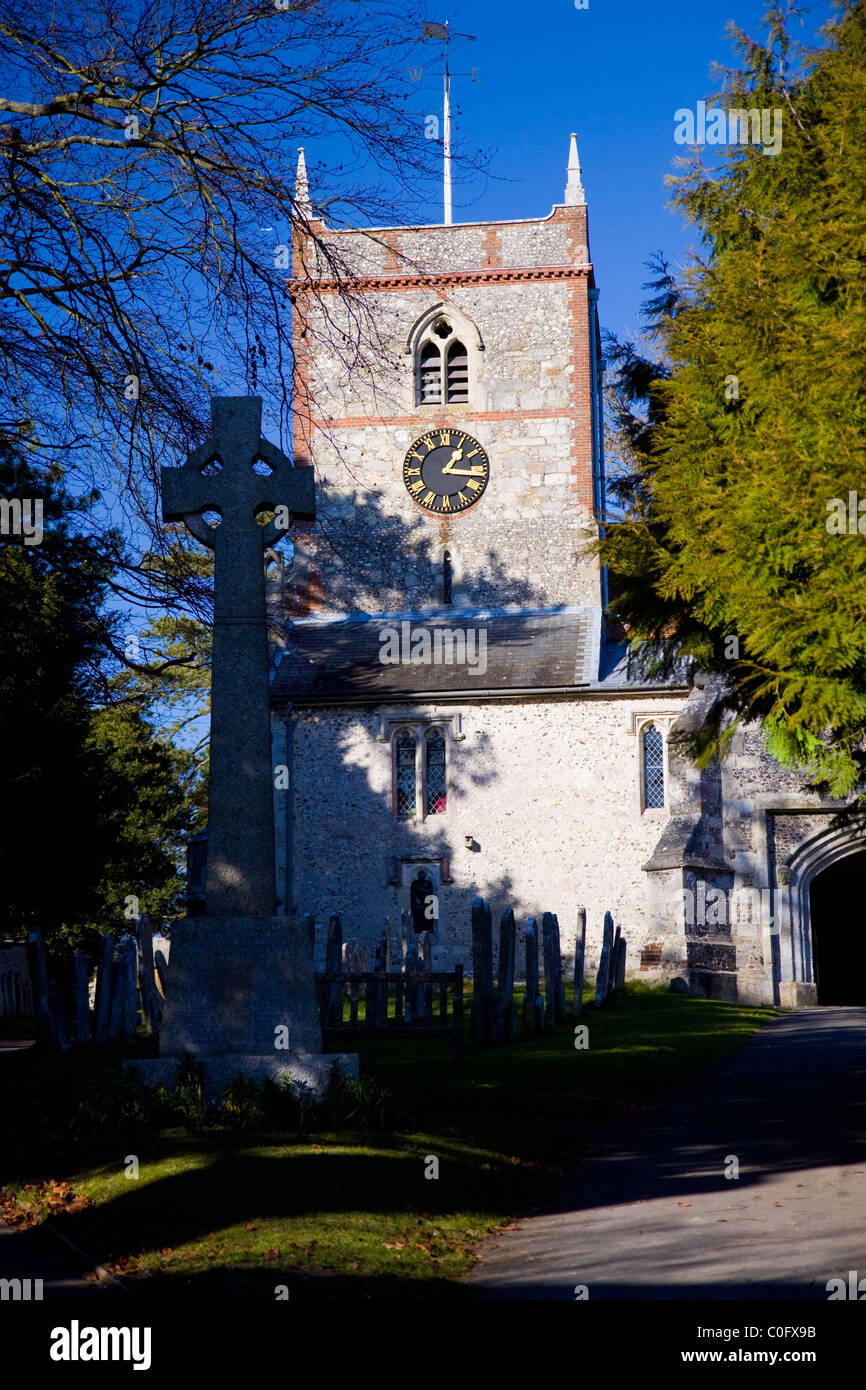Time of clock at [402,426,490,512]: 1:16
